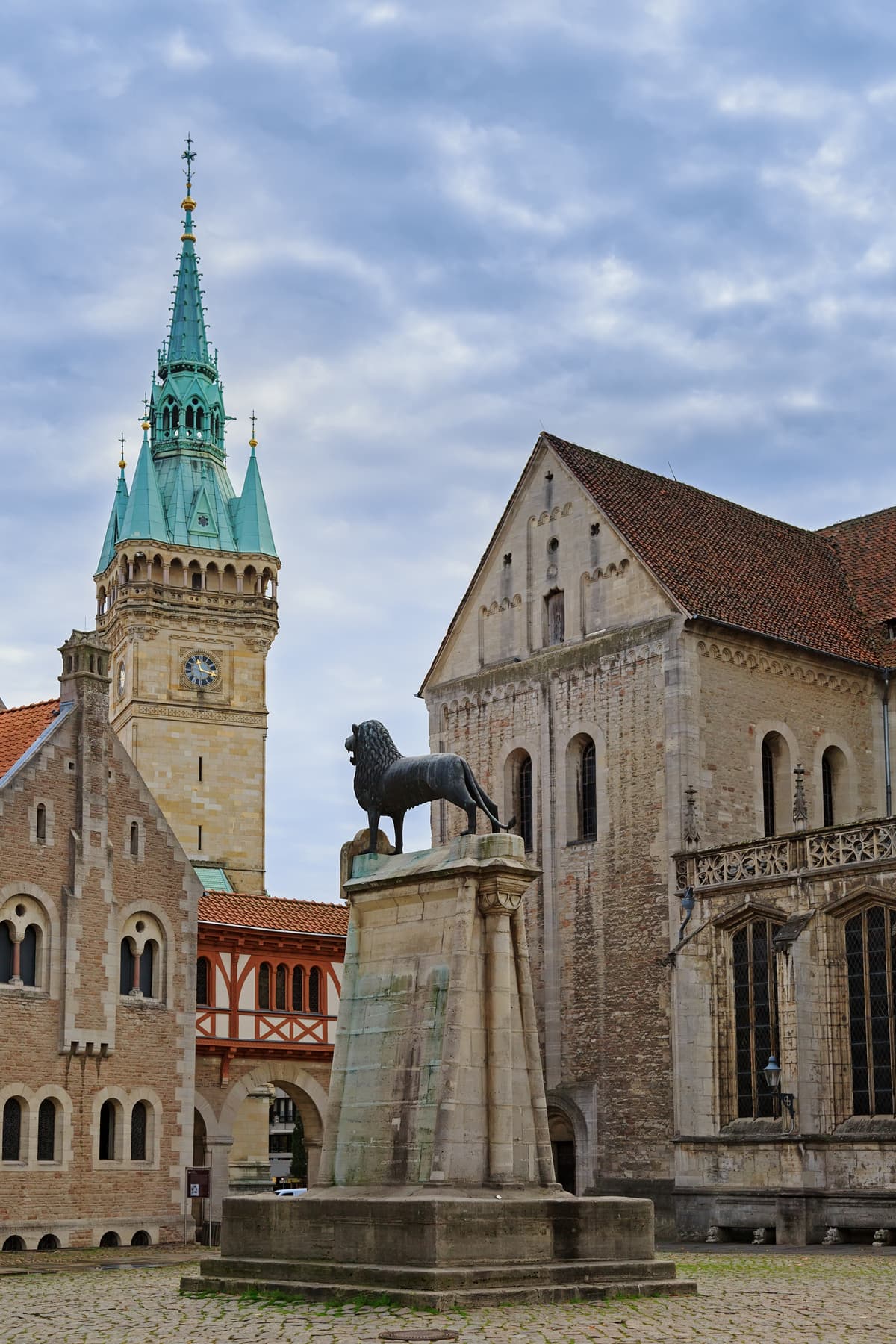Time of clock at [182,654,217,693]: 11:17
